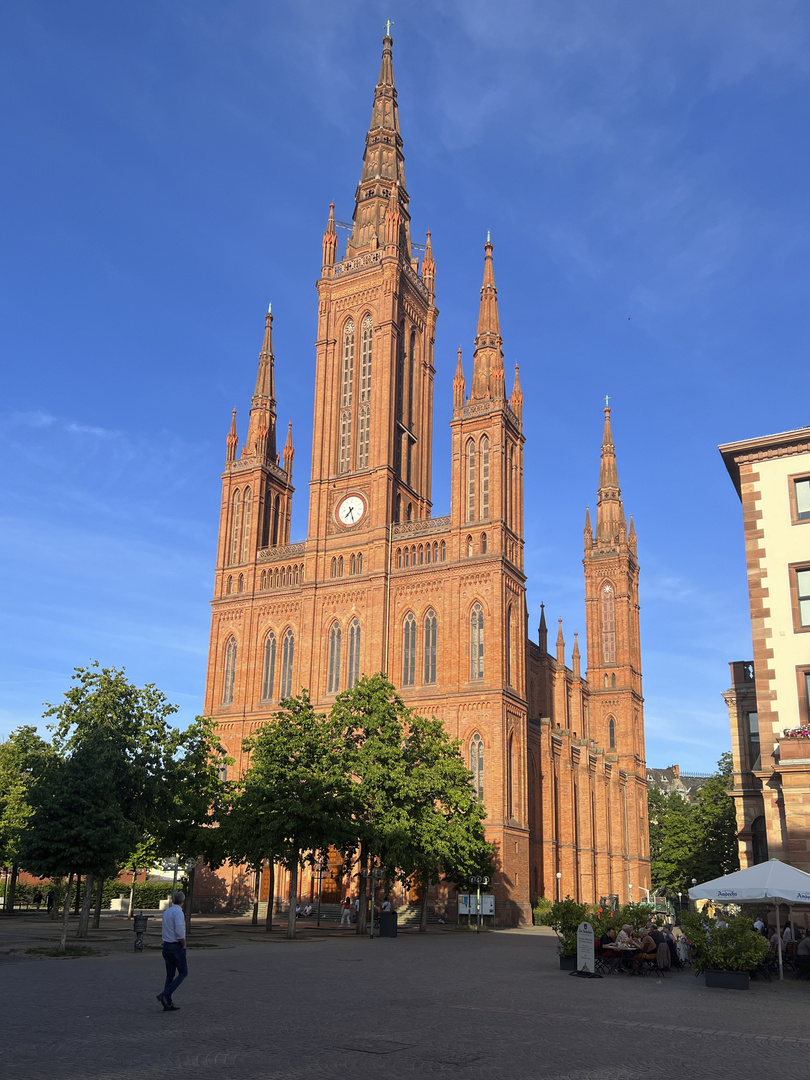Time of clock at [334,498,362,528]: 7:27
